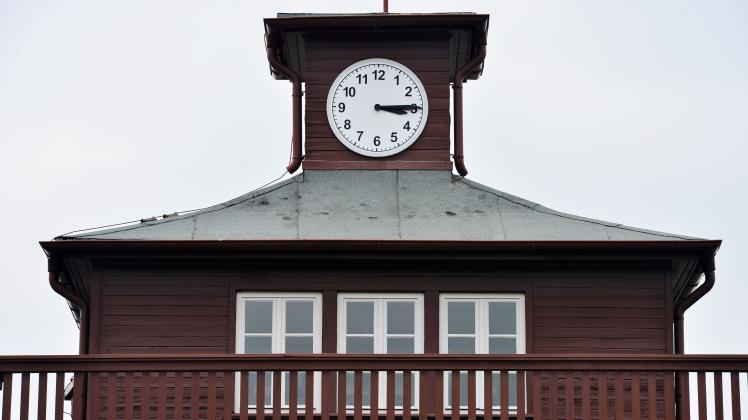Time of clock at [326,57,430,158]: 3:14
